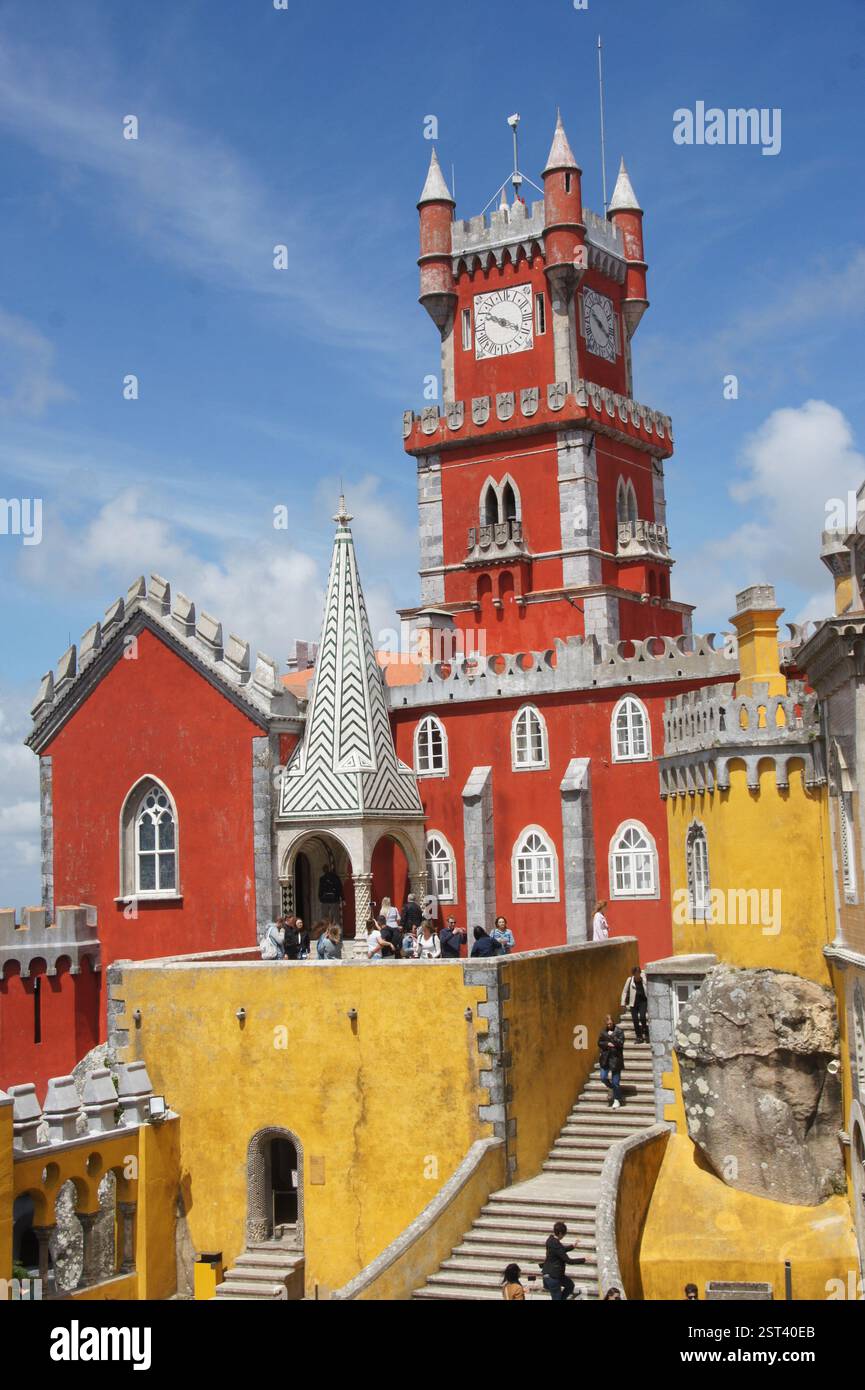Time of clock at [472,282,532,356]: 9:19
